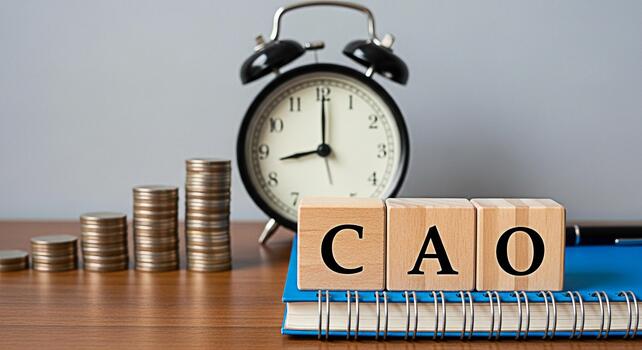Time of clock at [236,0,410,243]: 9:00
